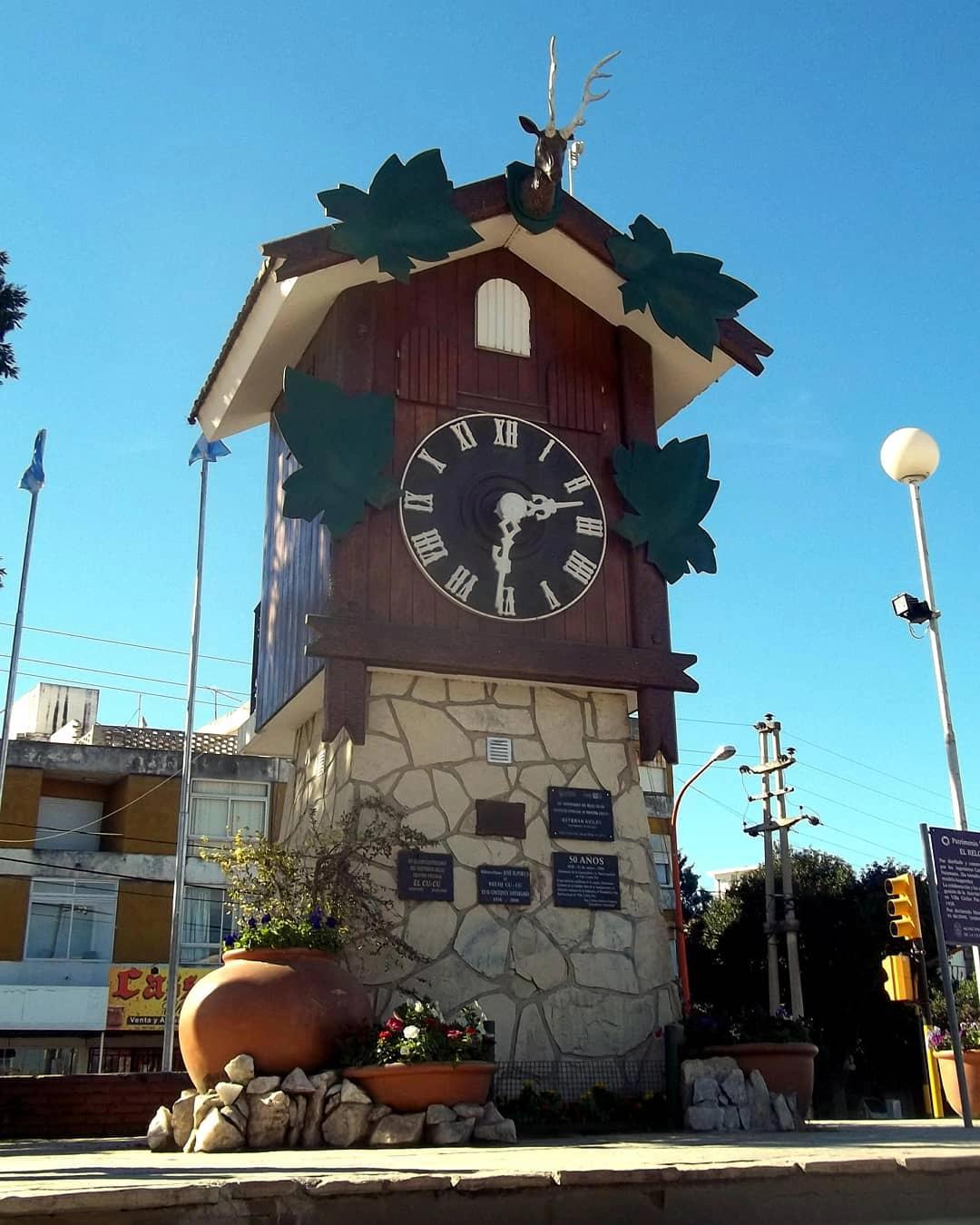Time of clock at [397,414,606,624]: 2:30
